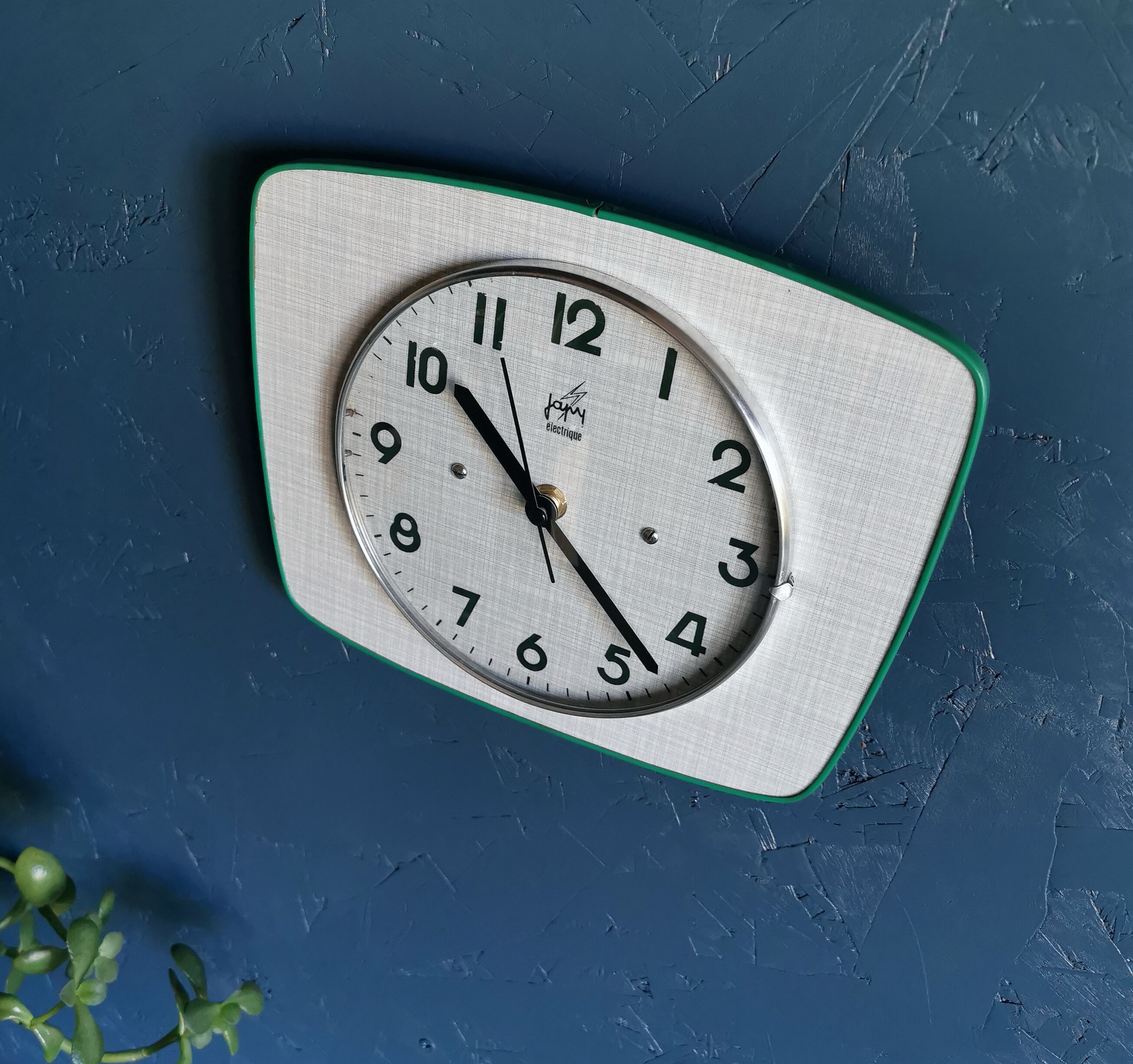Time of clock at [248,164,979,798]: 10:22
